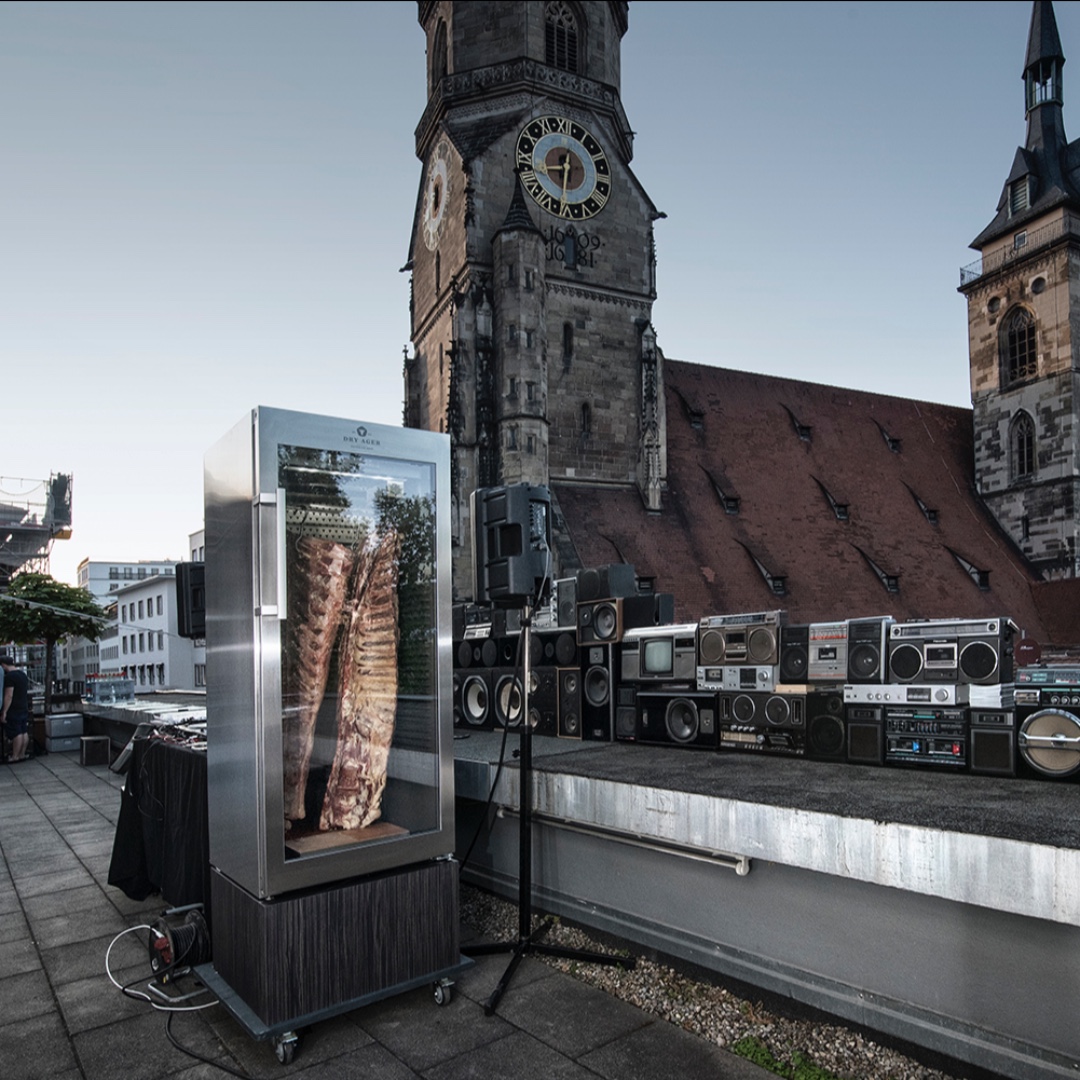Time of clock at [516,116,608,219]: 8:32
